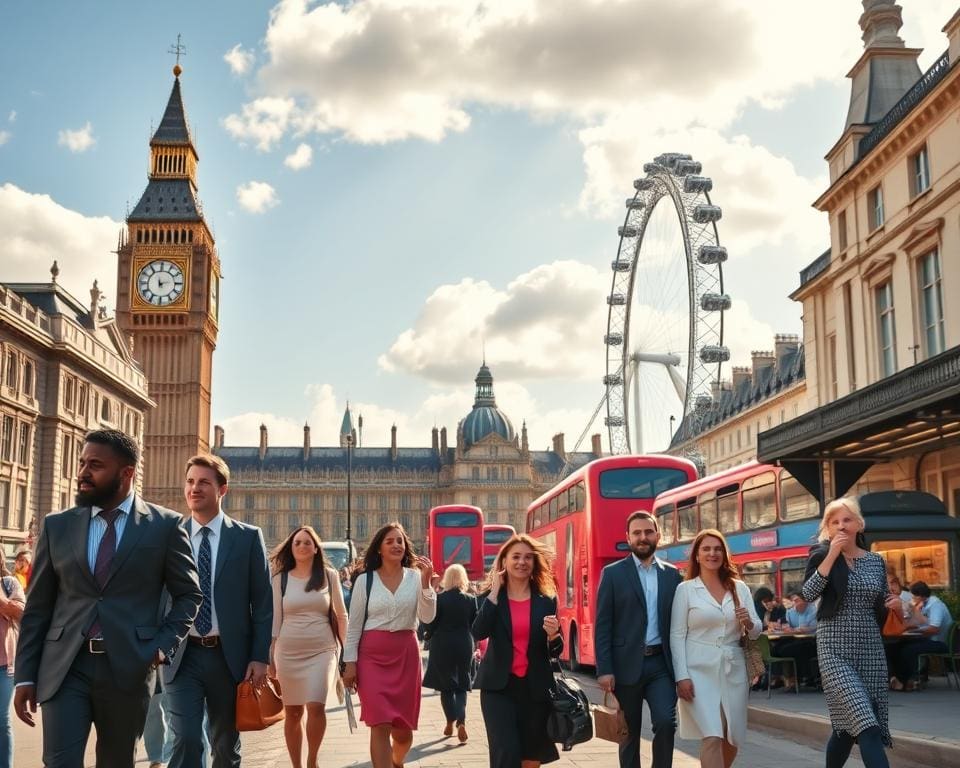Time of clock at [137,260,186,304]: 11:13
